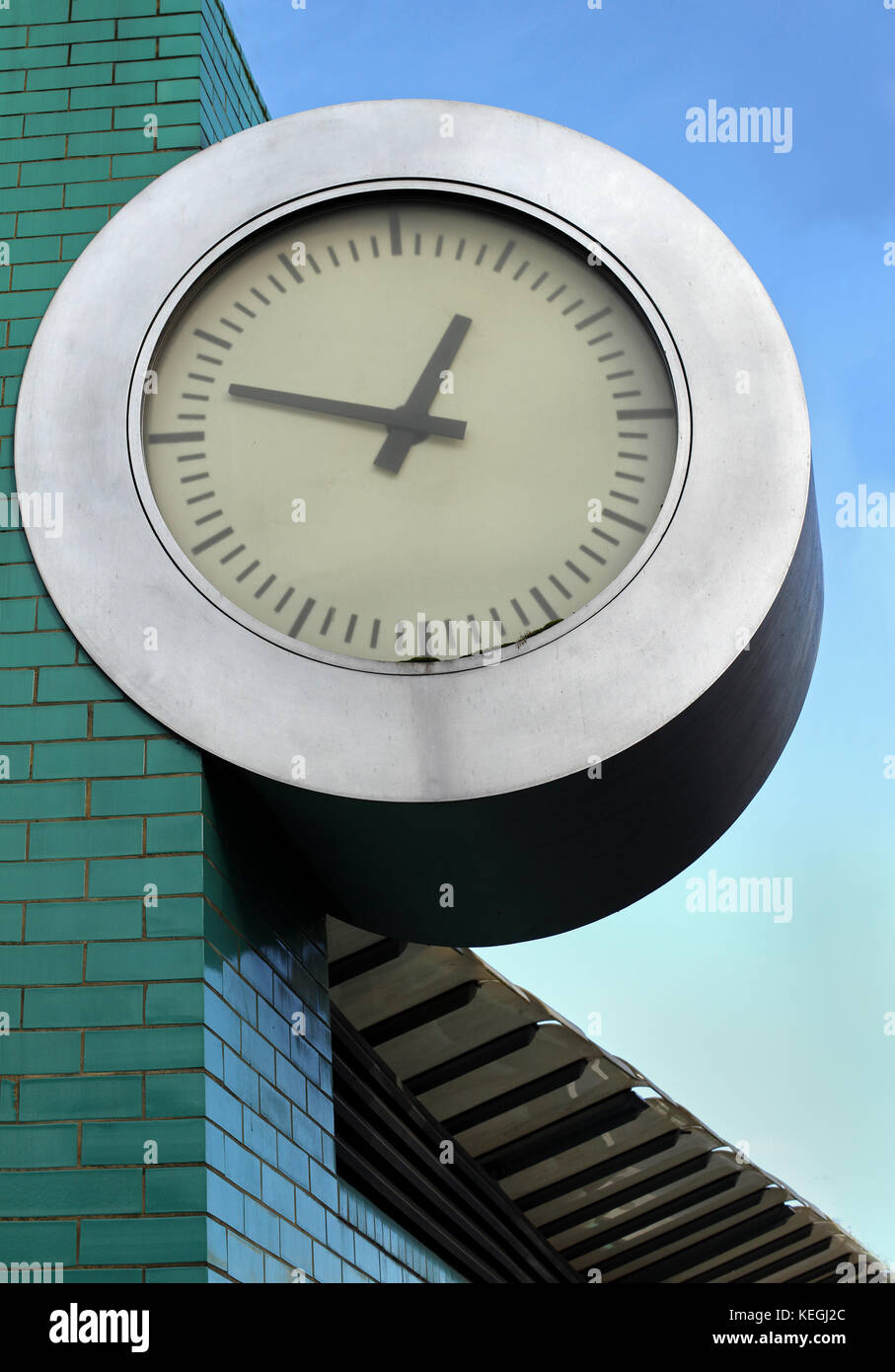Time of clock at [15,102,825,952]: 12:47
